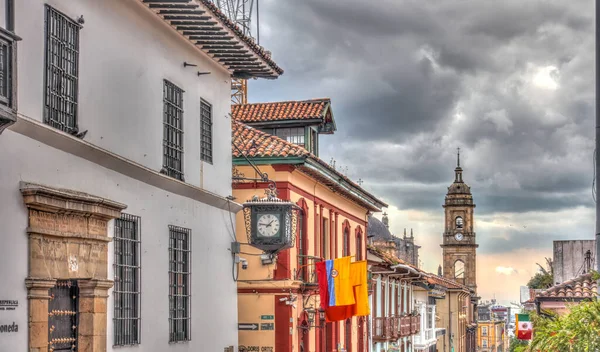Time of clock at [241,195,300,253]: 1:46
